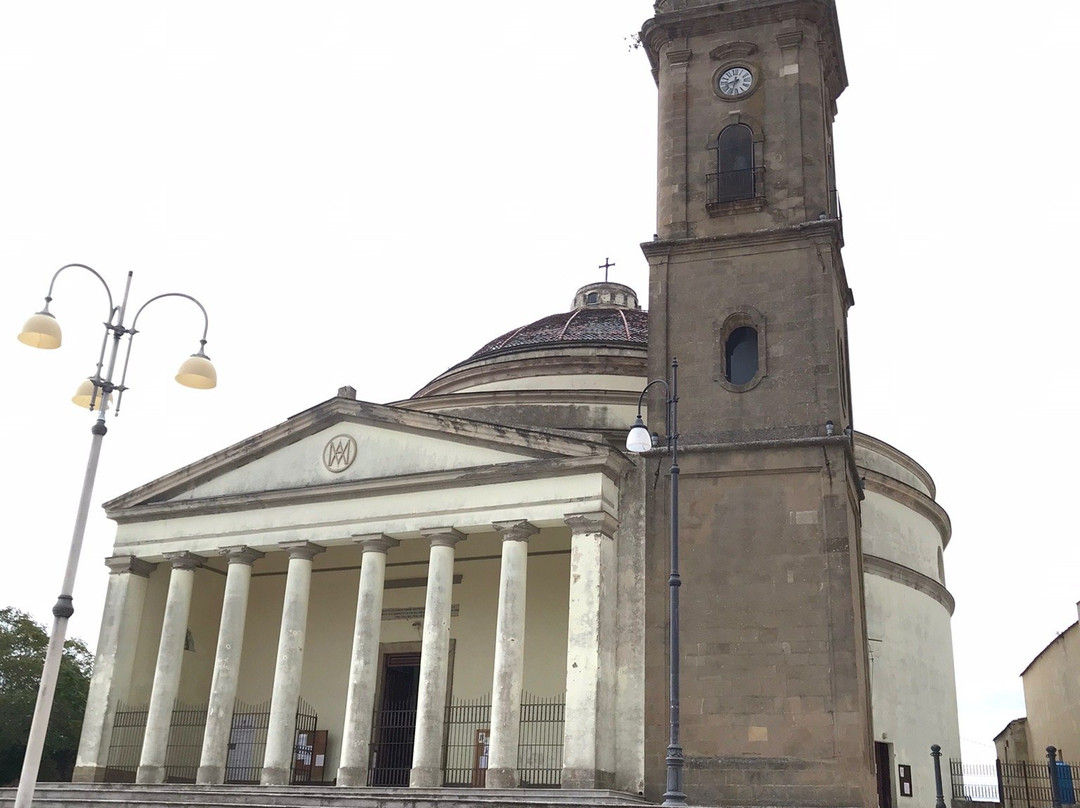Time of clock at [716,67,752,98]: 8:32
